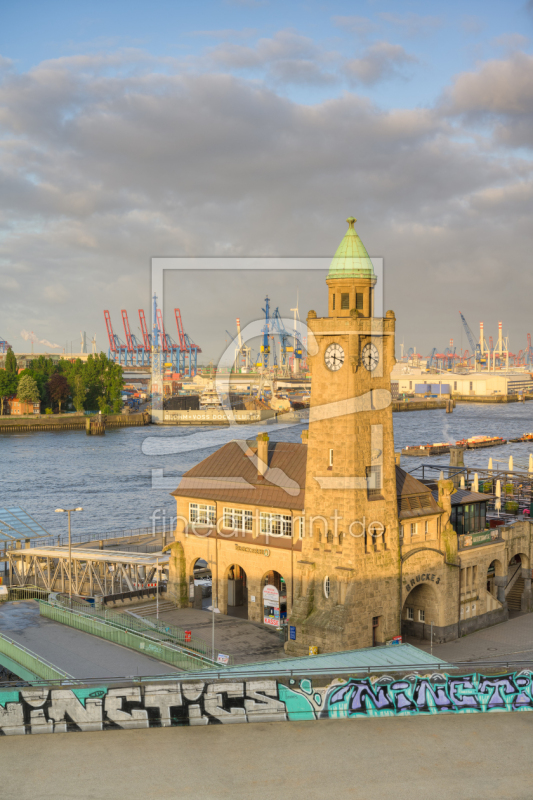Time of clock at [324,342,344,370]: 6:18
